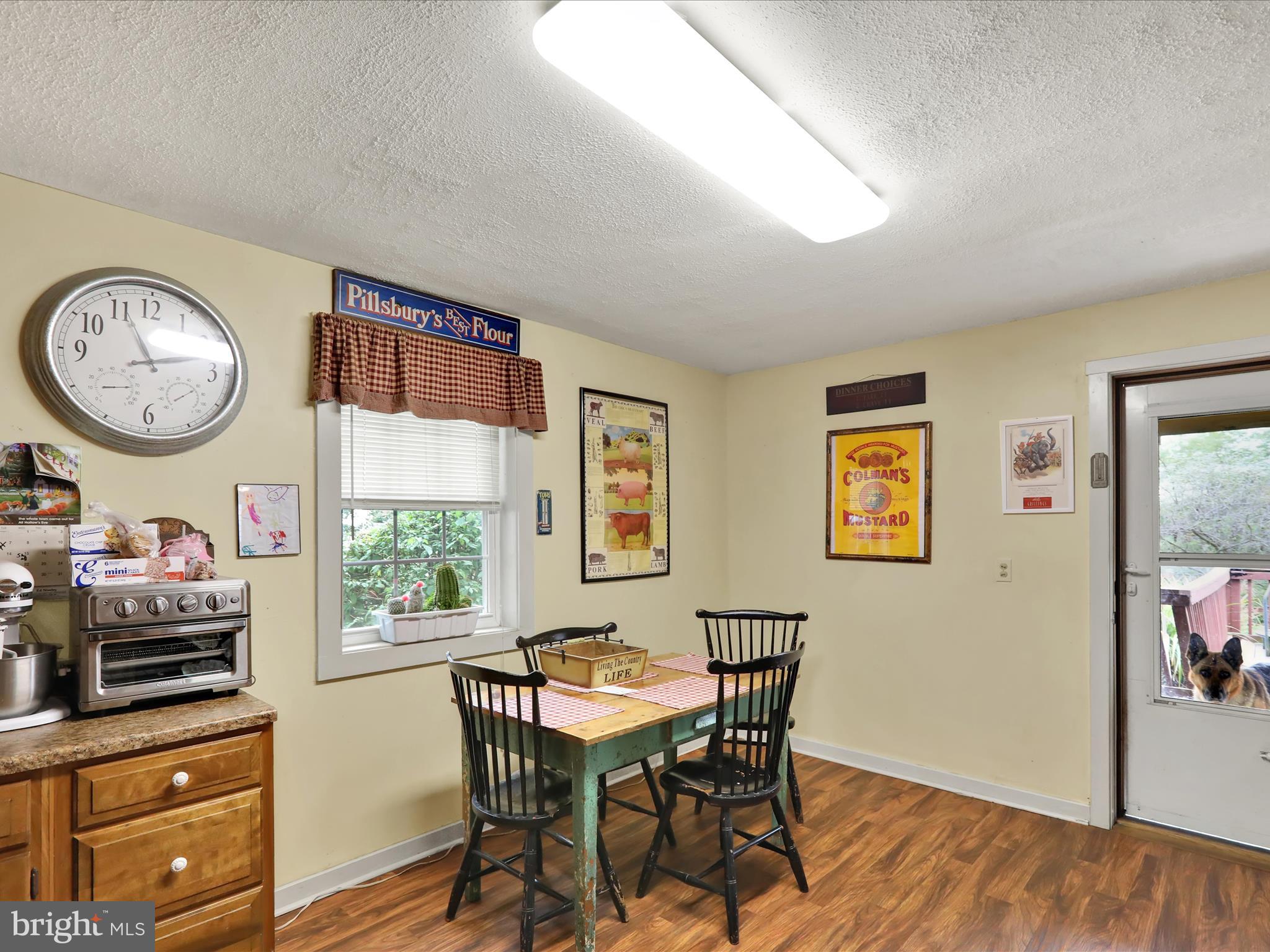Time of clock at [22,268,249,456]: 11:12
